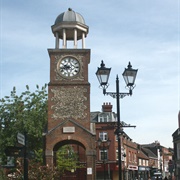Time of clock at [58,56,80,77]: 9:42
